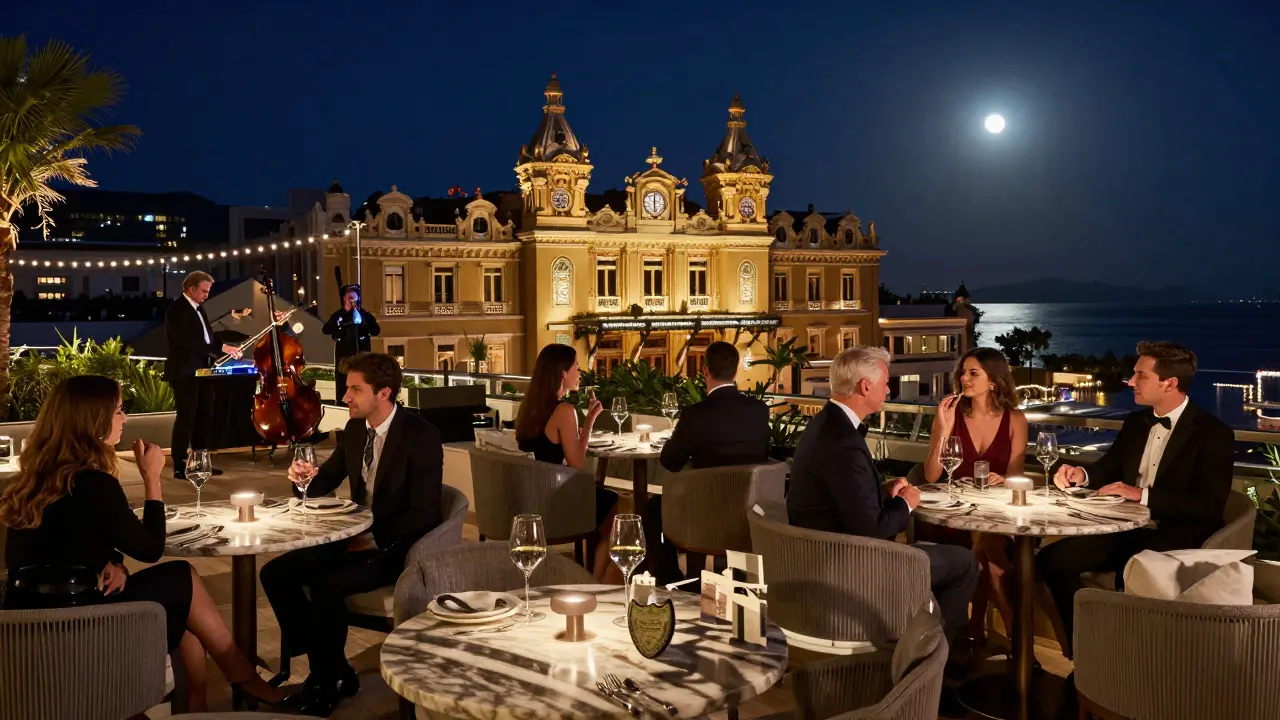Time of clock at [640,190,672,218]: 6:00
